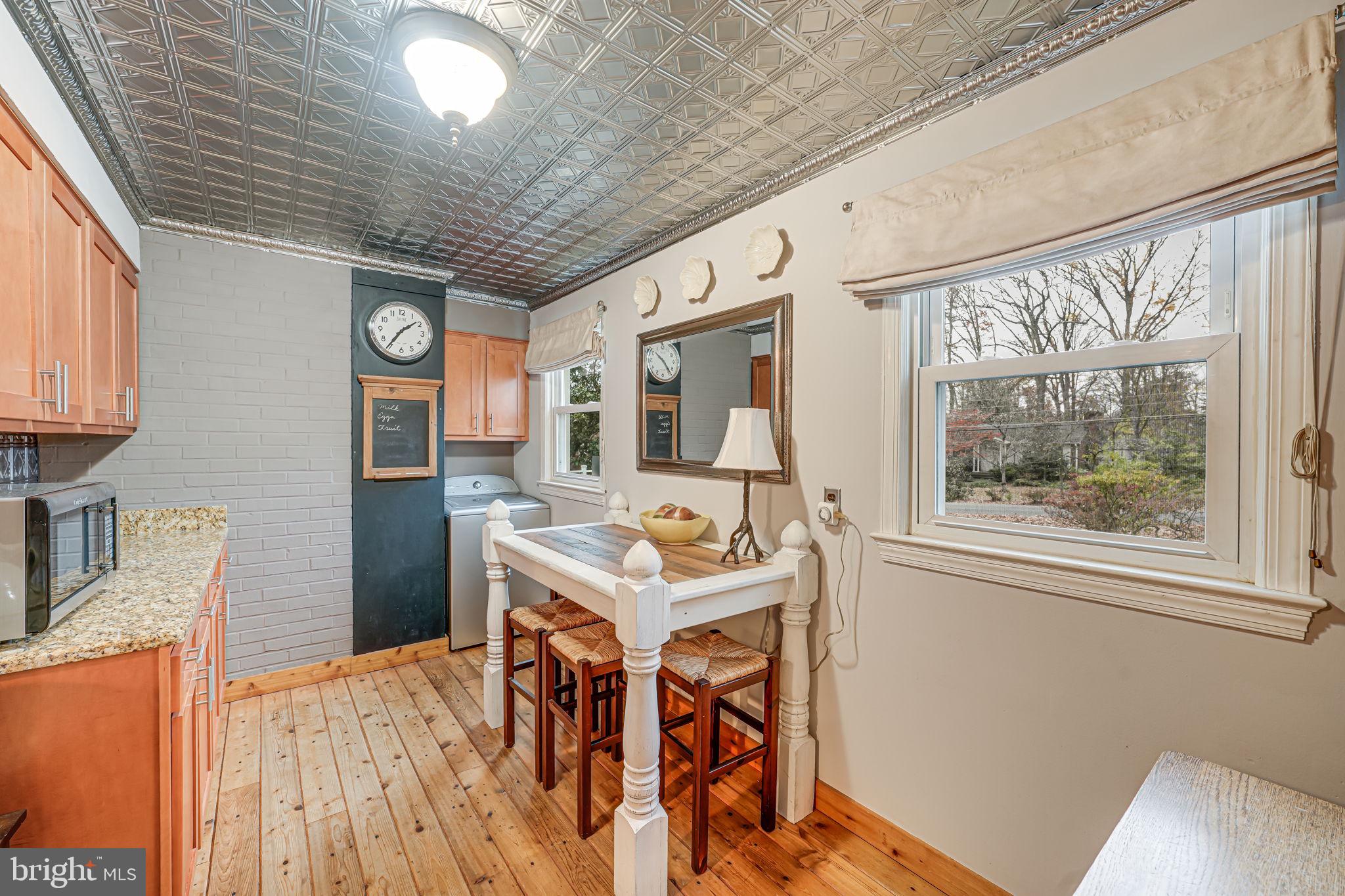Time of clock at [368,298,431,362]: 1:35
